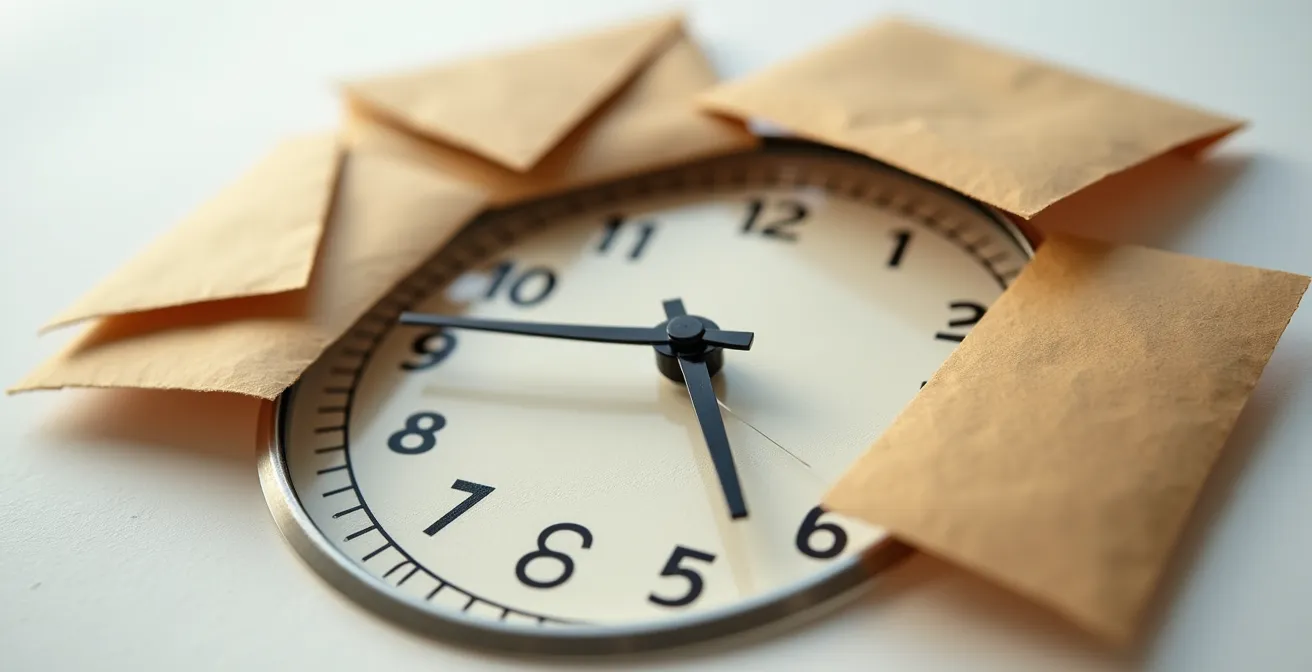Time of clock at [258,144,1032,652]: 4:45
